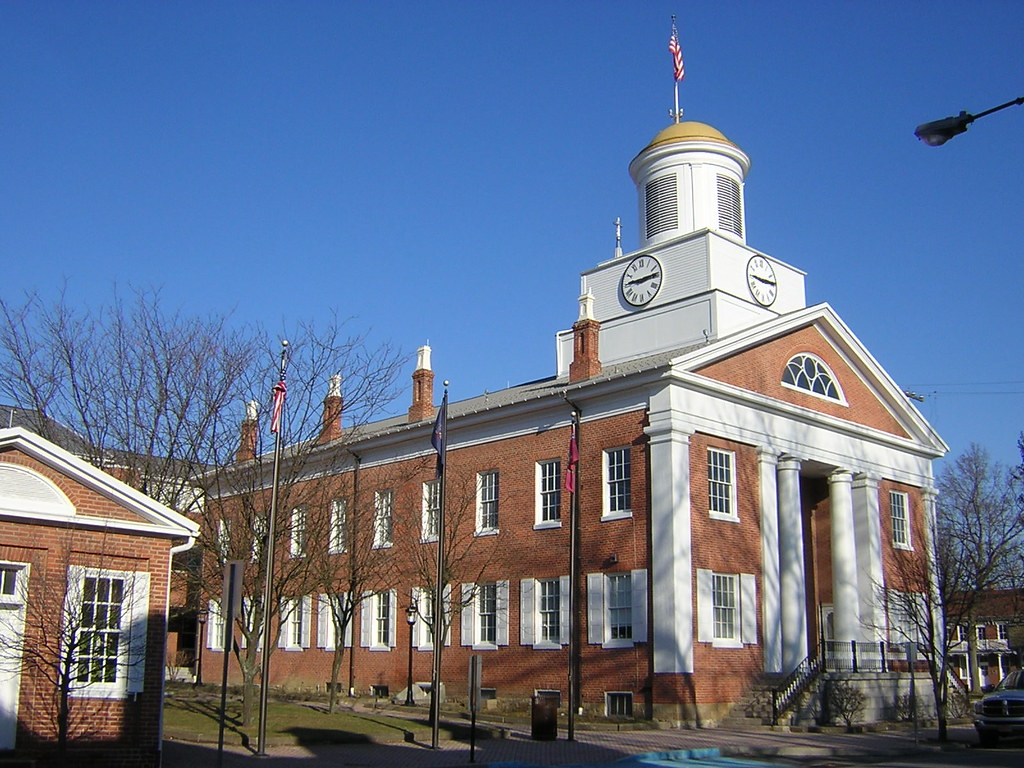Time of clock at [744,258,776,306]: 2:45
